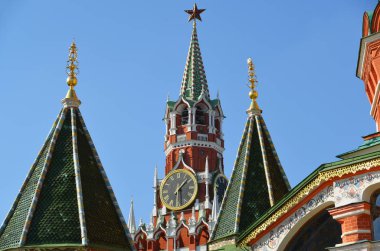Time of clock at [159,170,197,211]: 1:28
